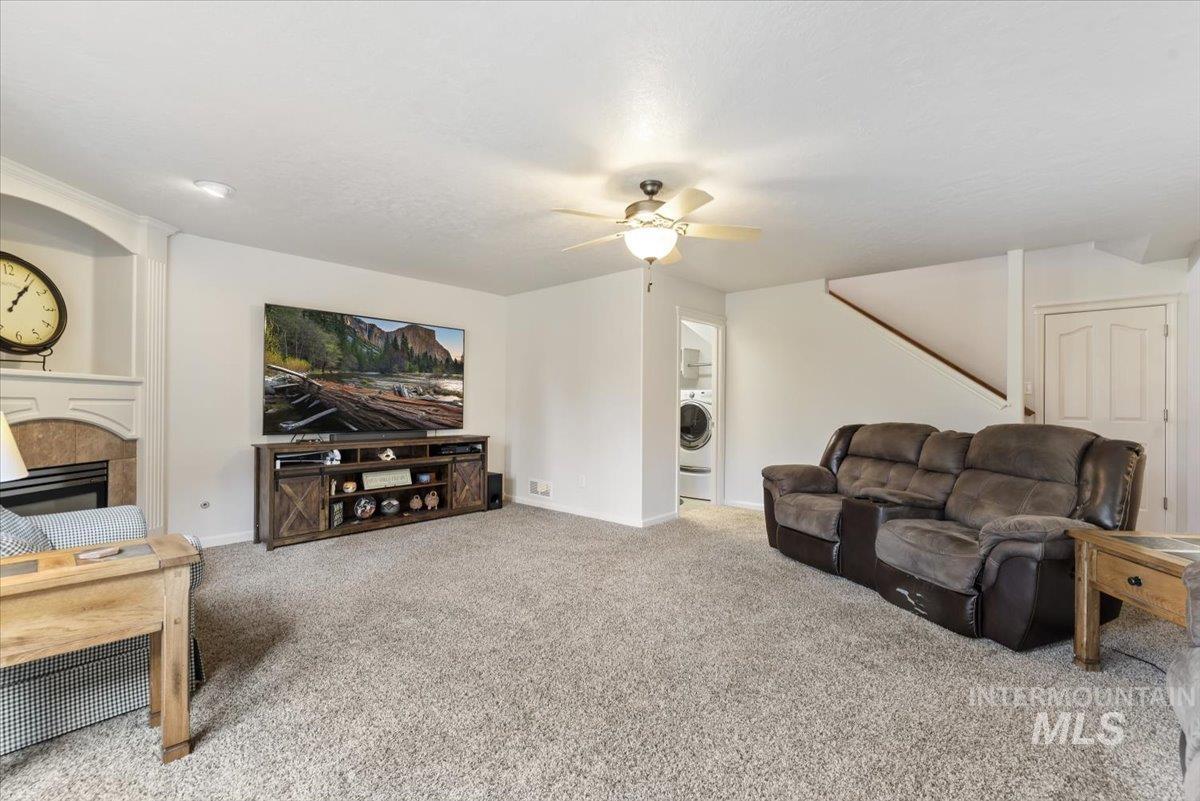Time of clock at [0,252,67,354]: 1:06
